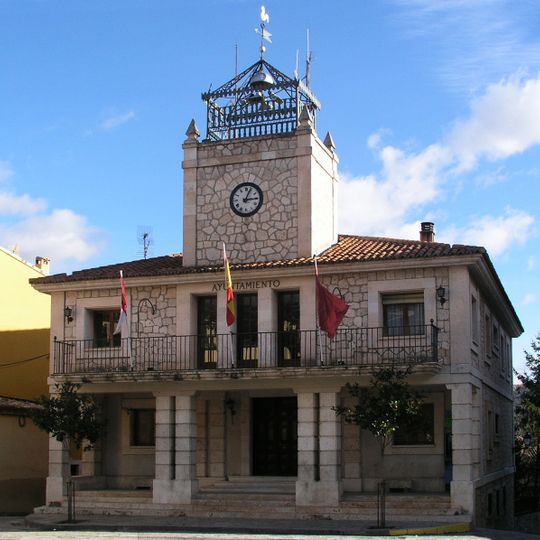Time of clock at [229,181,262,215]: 3:04
